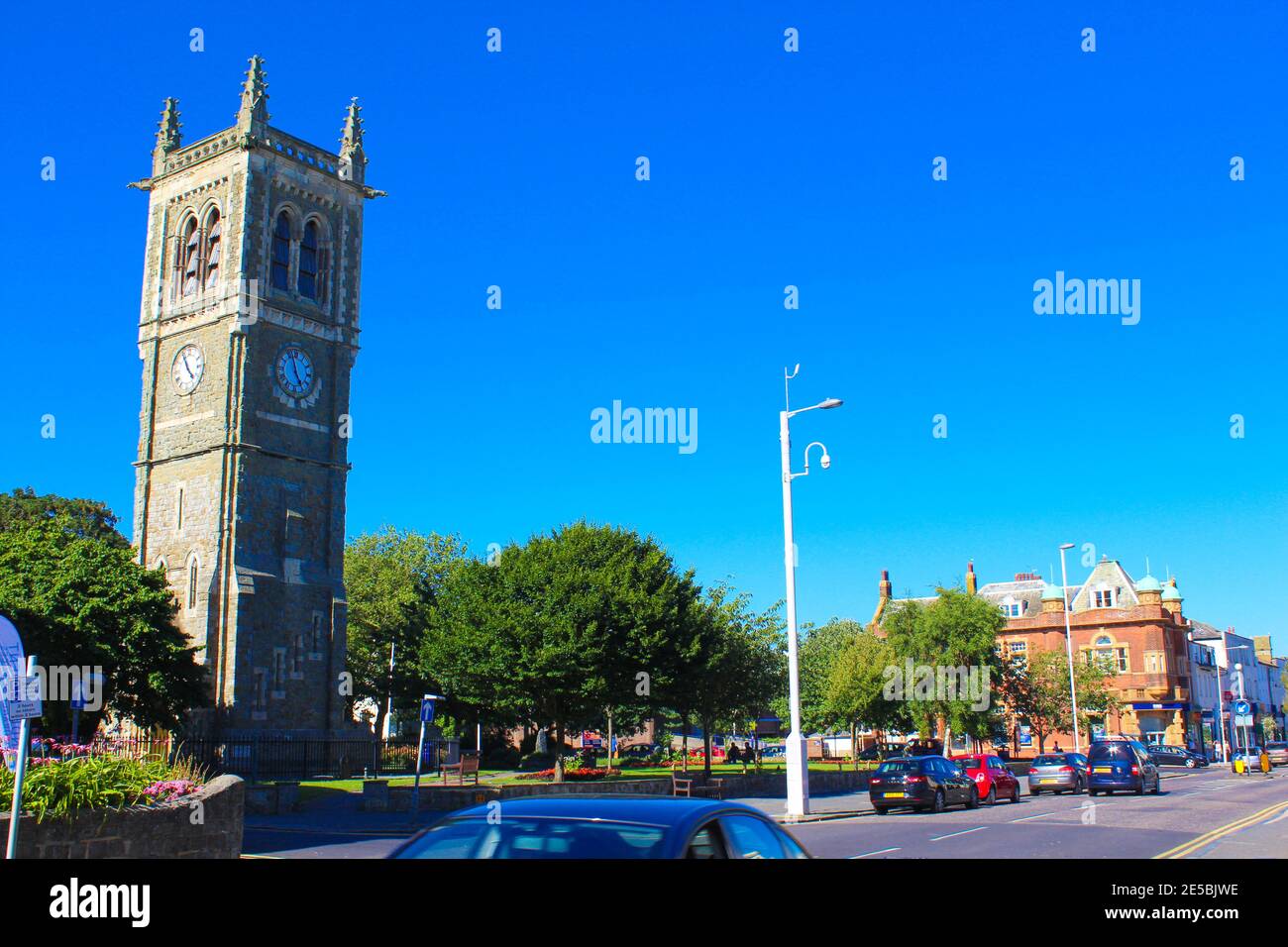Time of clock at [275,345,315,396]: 4:57
